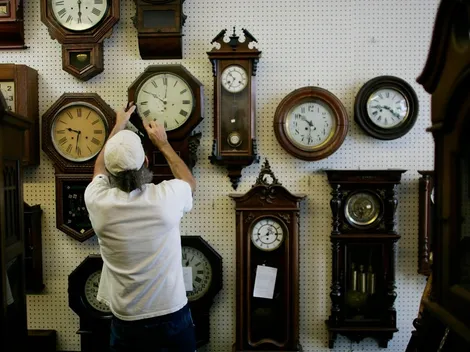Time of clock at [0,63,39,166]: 9:31
